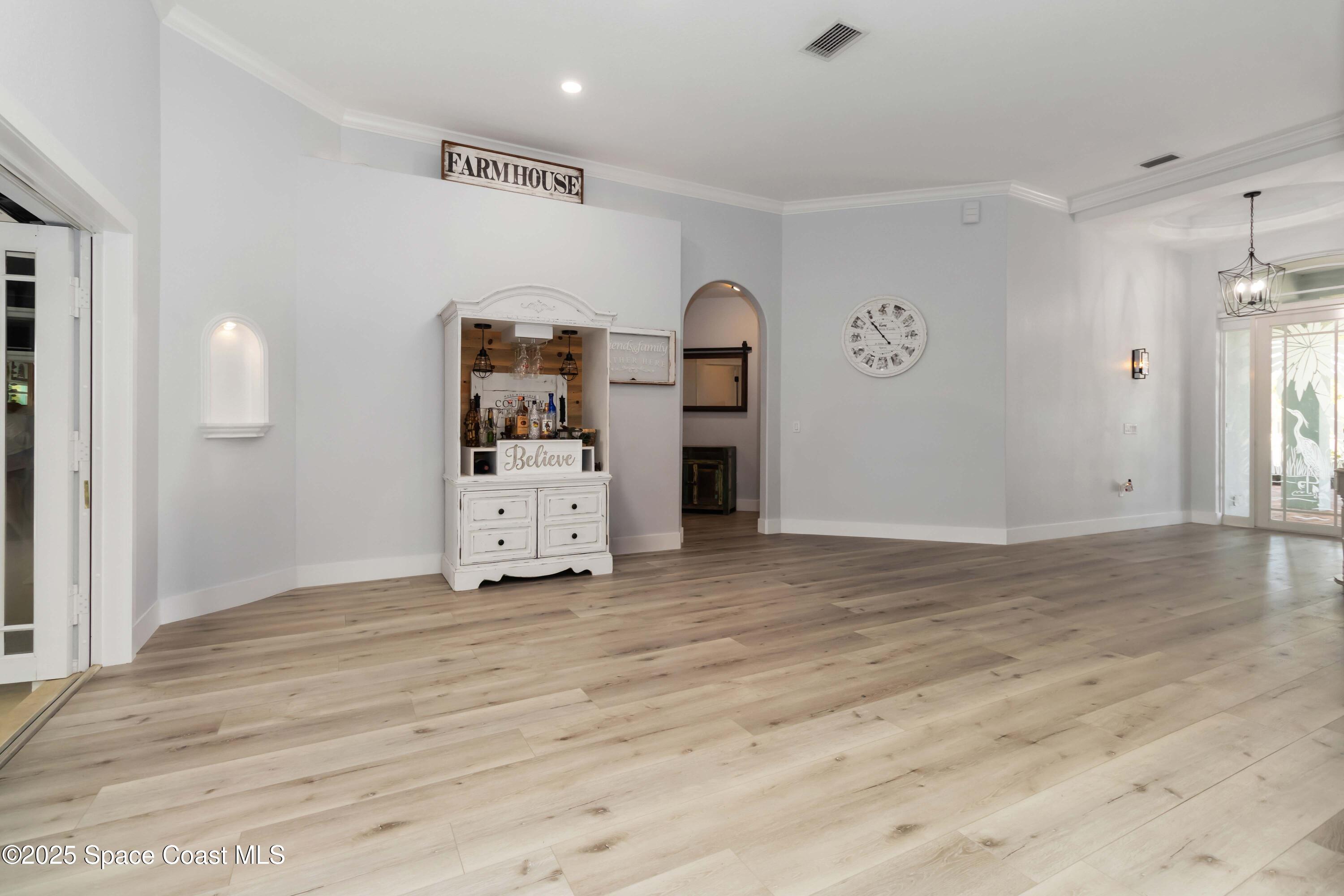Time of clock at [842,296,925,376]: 10:53
